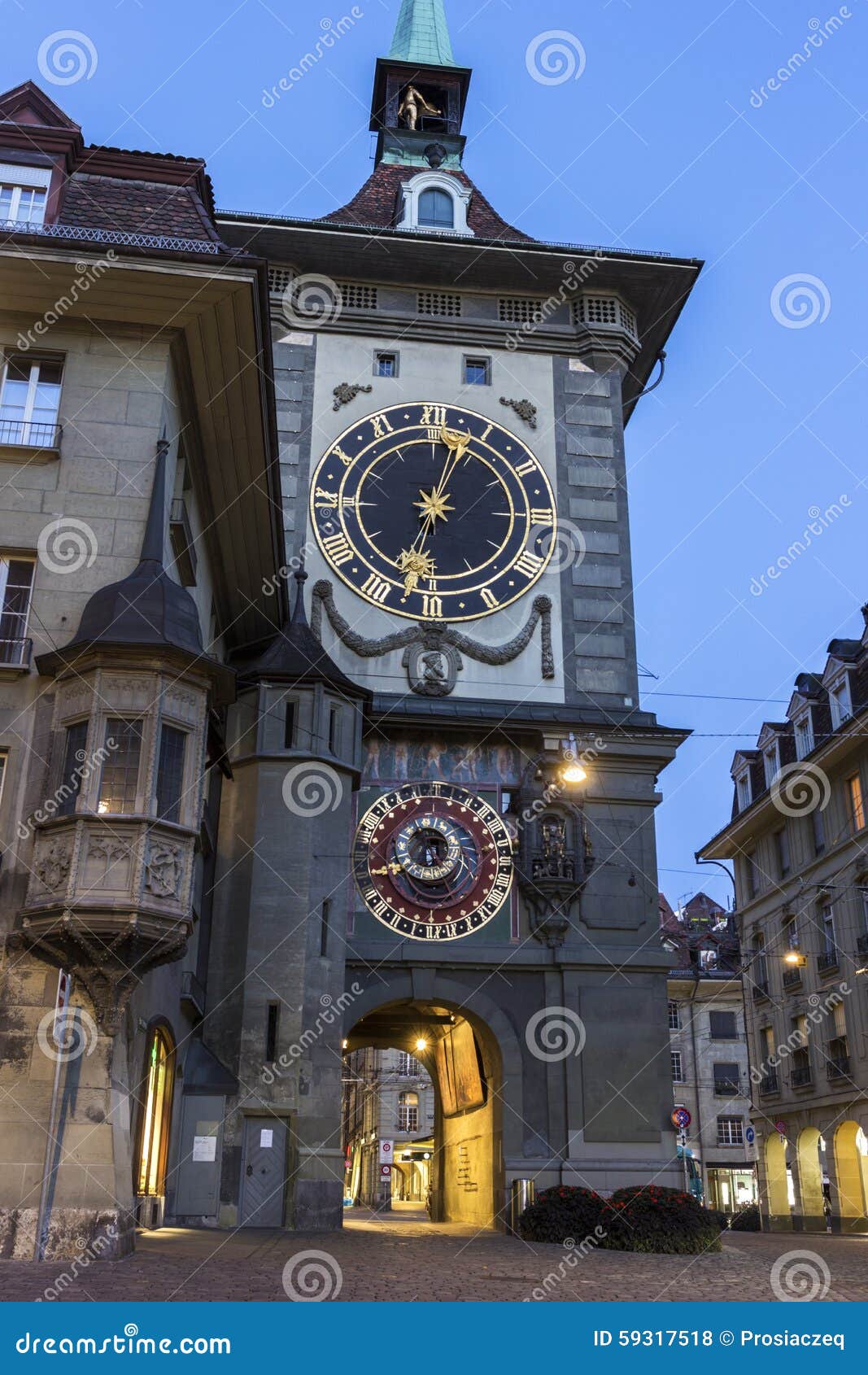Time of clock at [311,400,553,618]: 12:32
